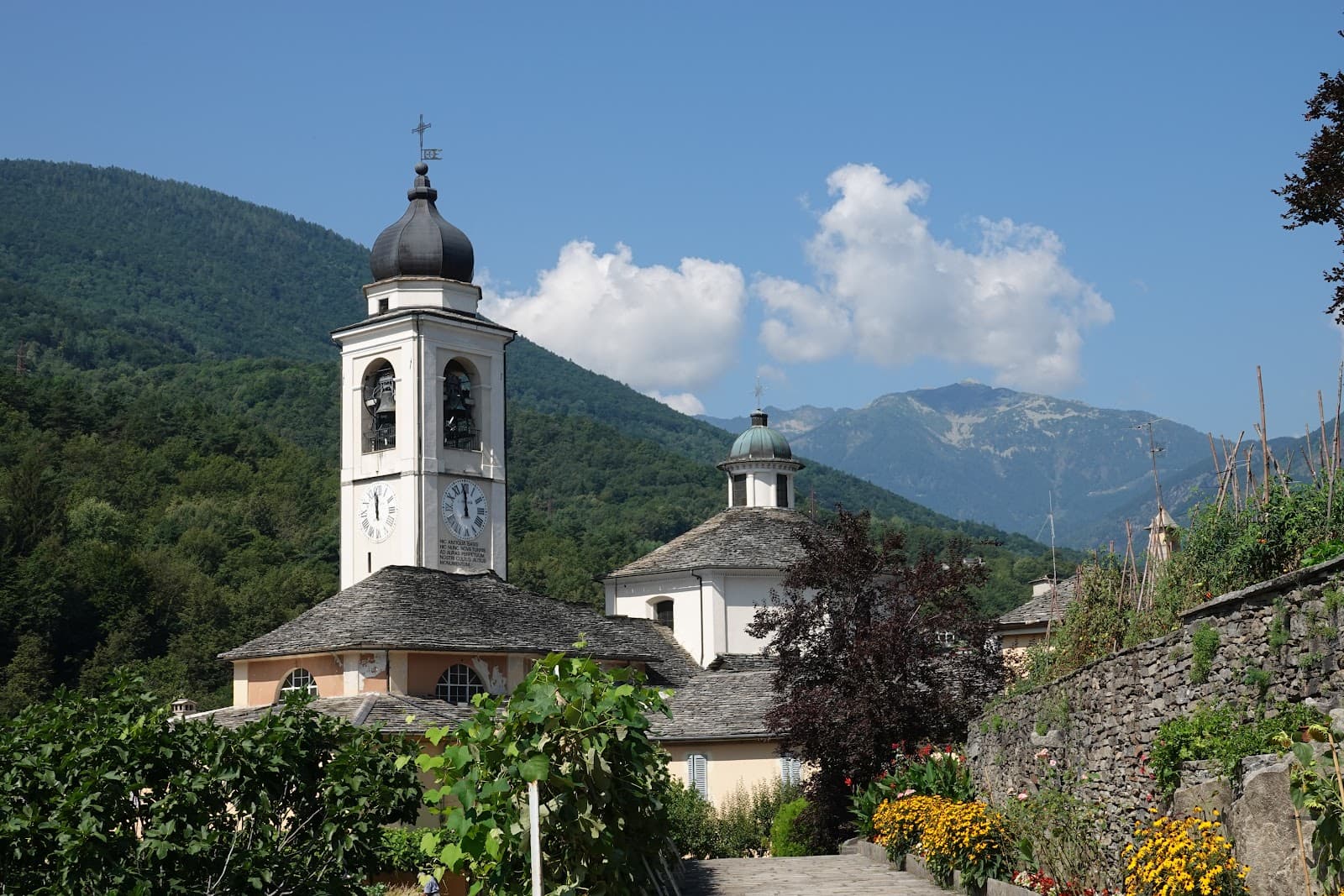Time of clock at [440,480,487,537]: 11:59
